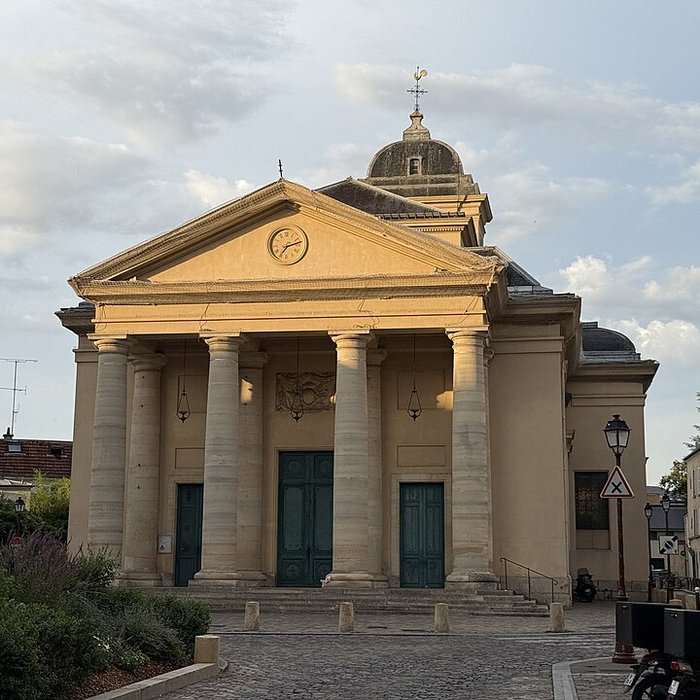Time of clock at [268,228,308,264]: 7:12
